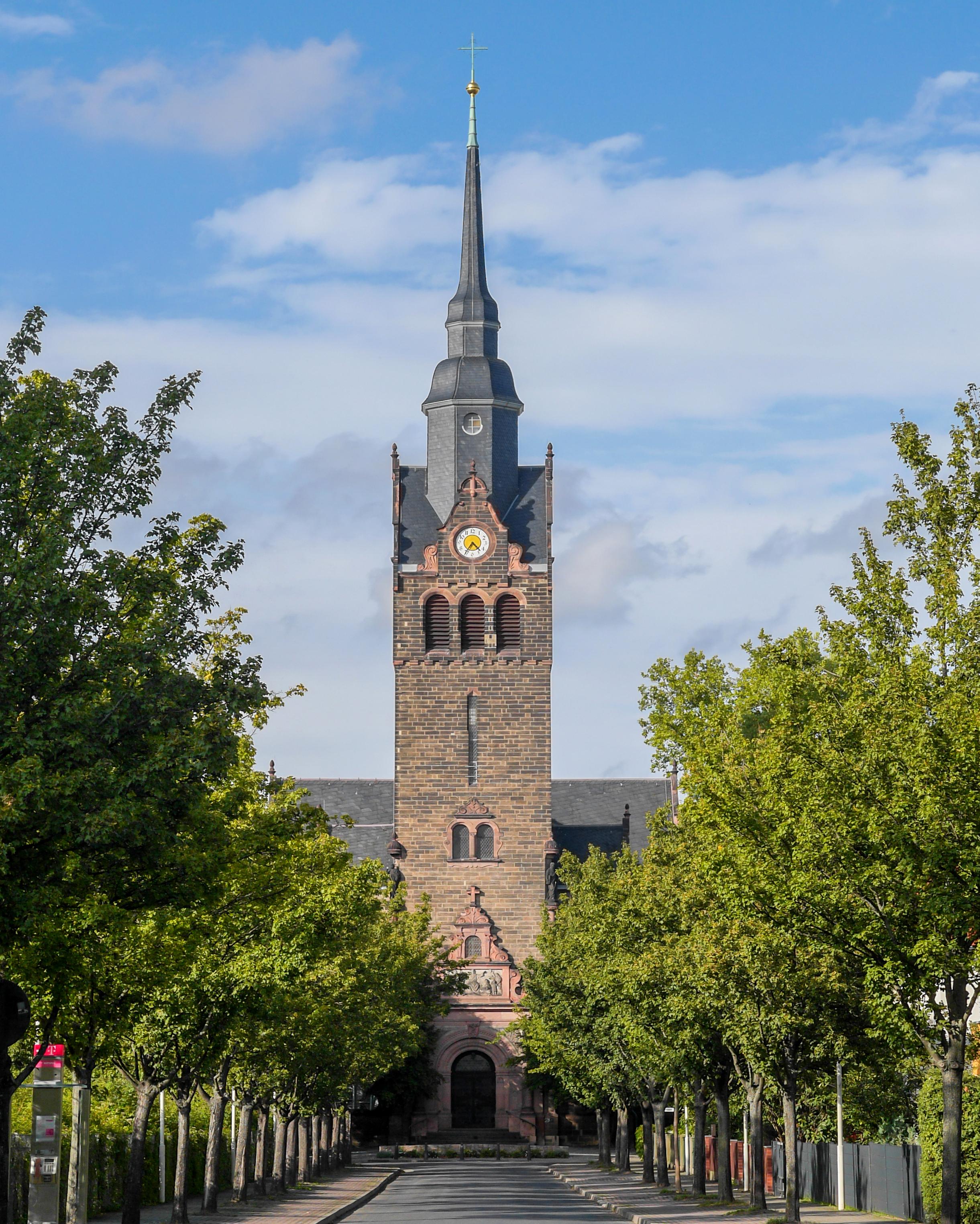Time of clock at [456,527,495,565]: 4:35
